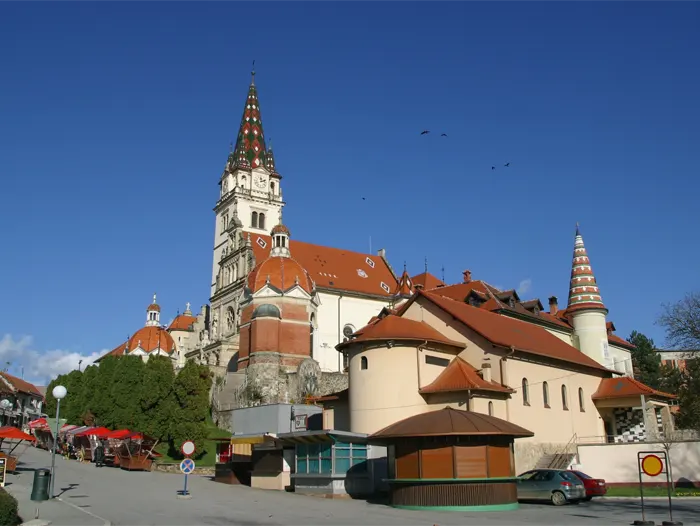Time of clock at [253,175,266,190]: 12:11
